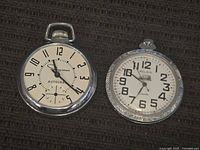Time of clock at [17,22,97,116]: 11:21
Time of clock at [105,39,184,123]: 6:50
